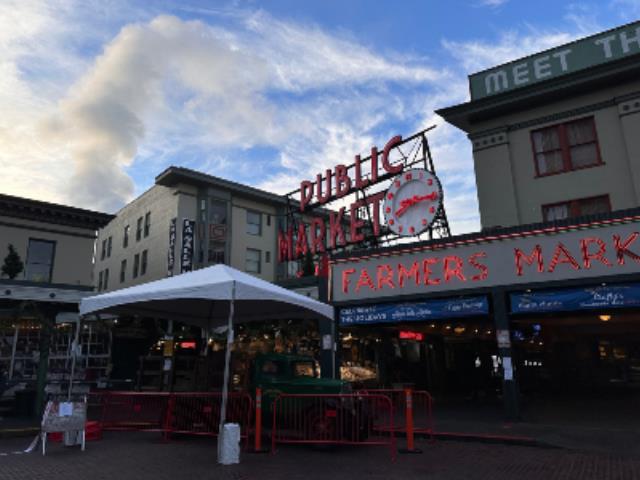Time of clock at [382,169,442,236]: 8:15
